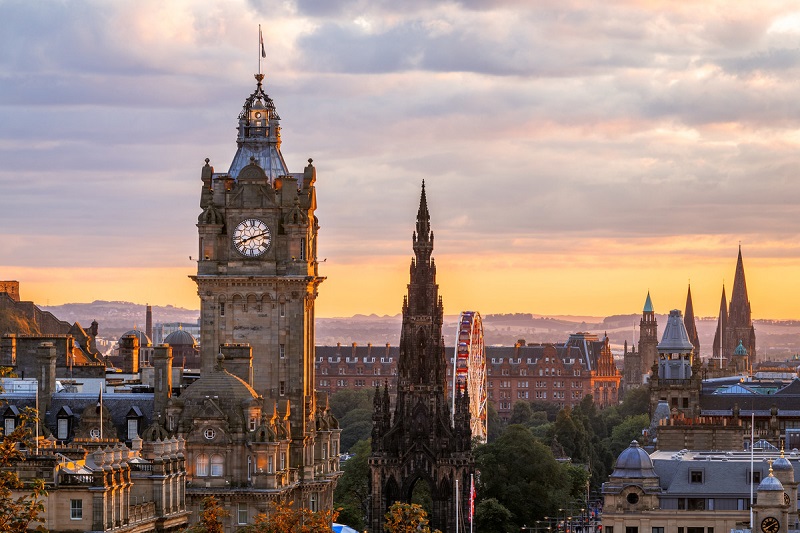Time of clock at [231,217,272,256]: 8:11
